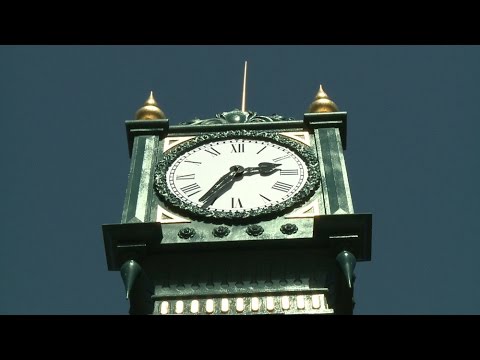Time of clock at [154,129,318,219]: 2:35
